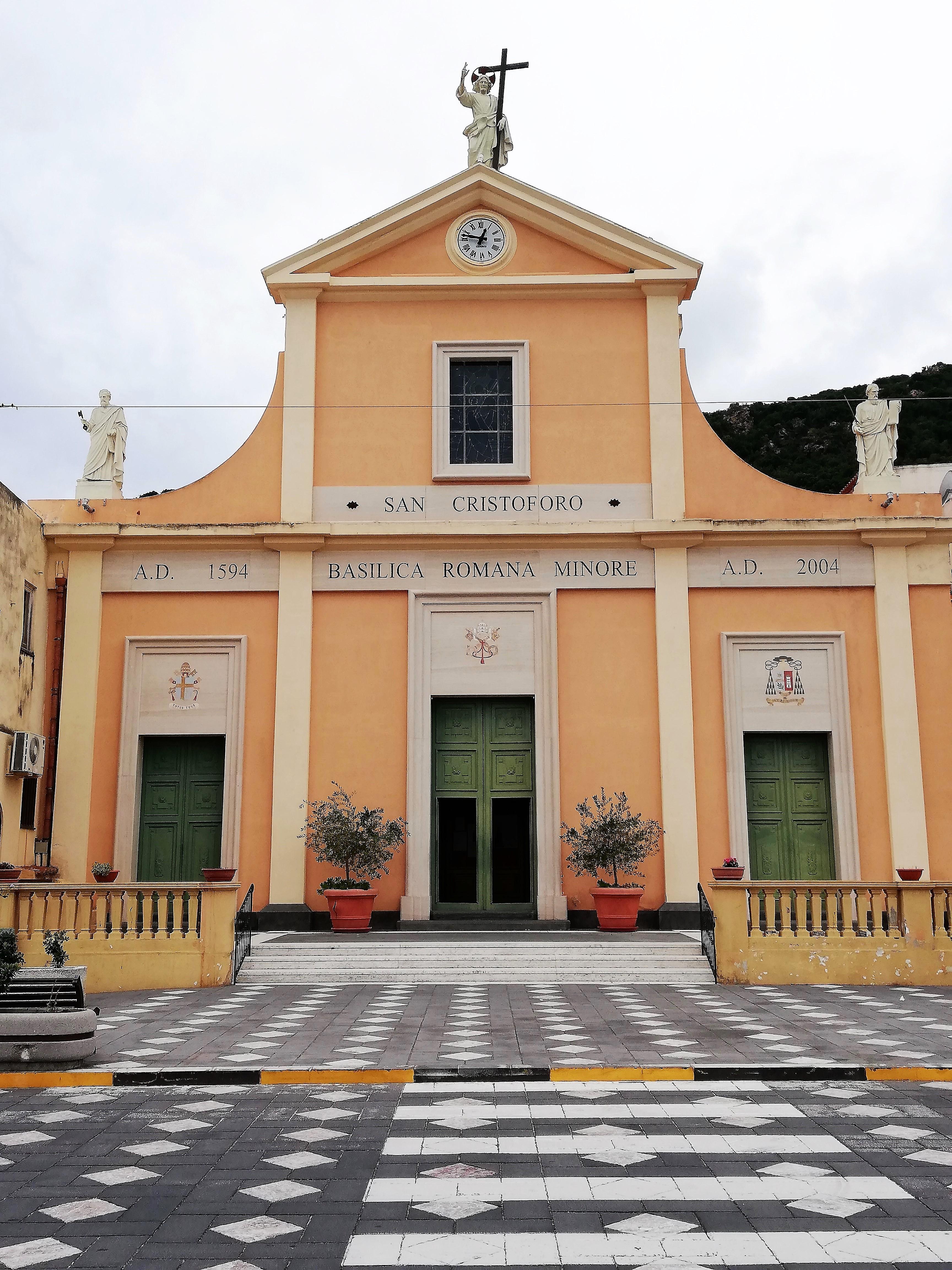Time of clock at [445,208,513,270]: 12:47
